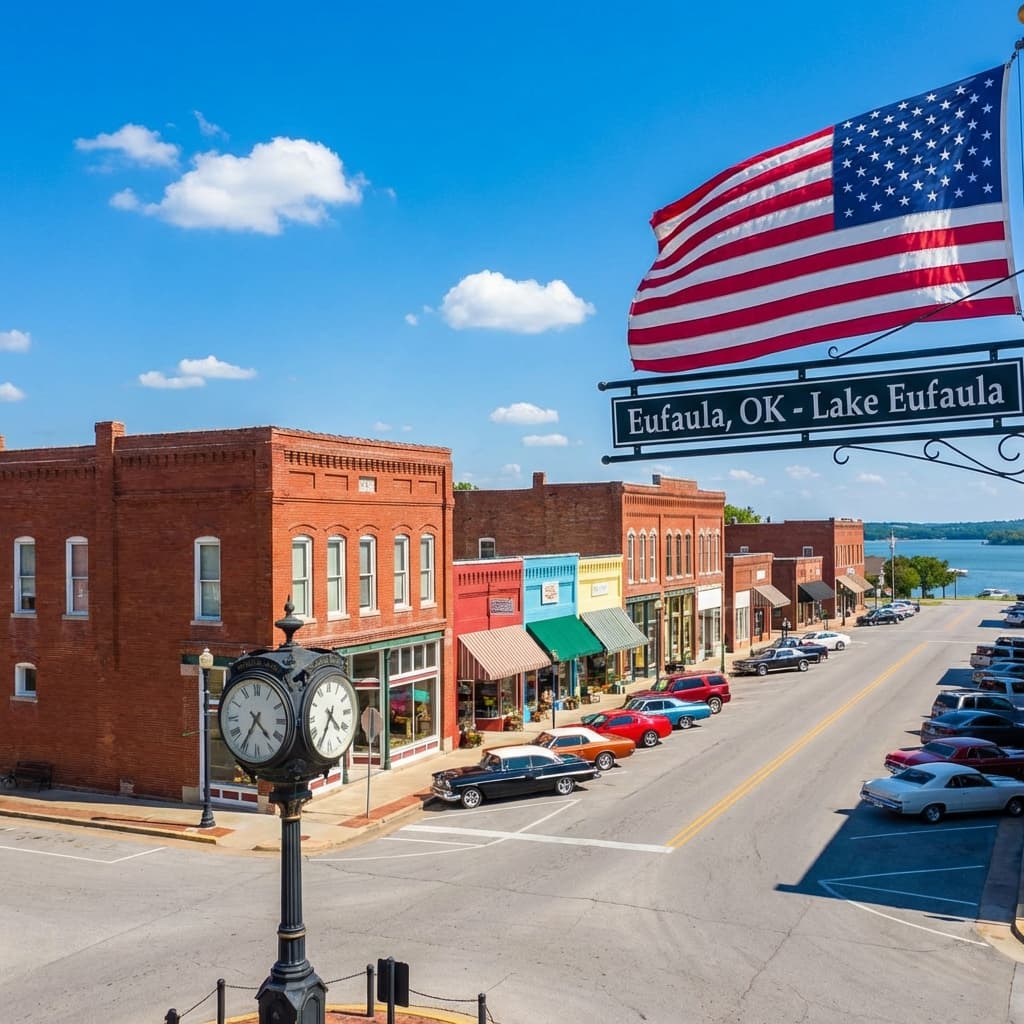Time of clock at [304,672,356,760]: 4:34
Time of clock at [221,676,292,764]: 4:35
